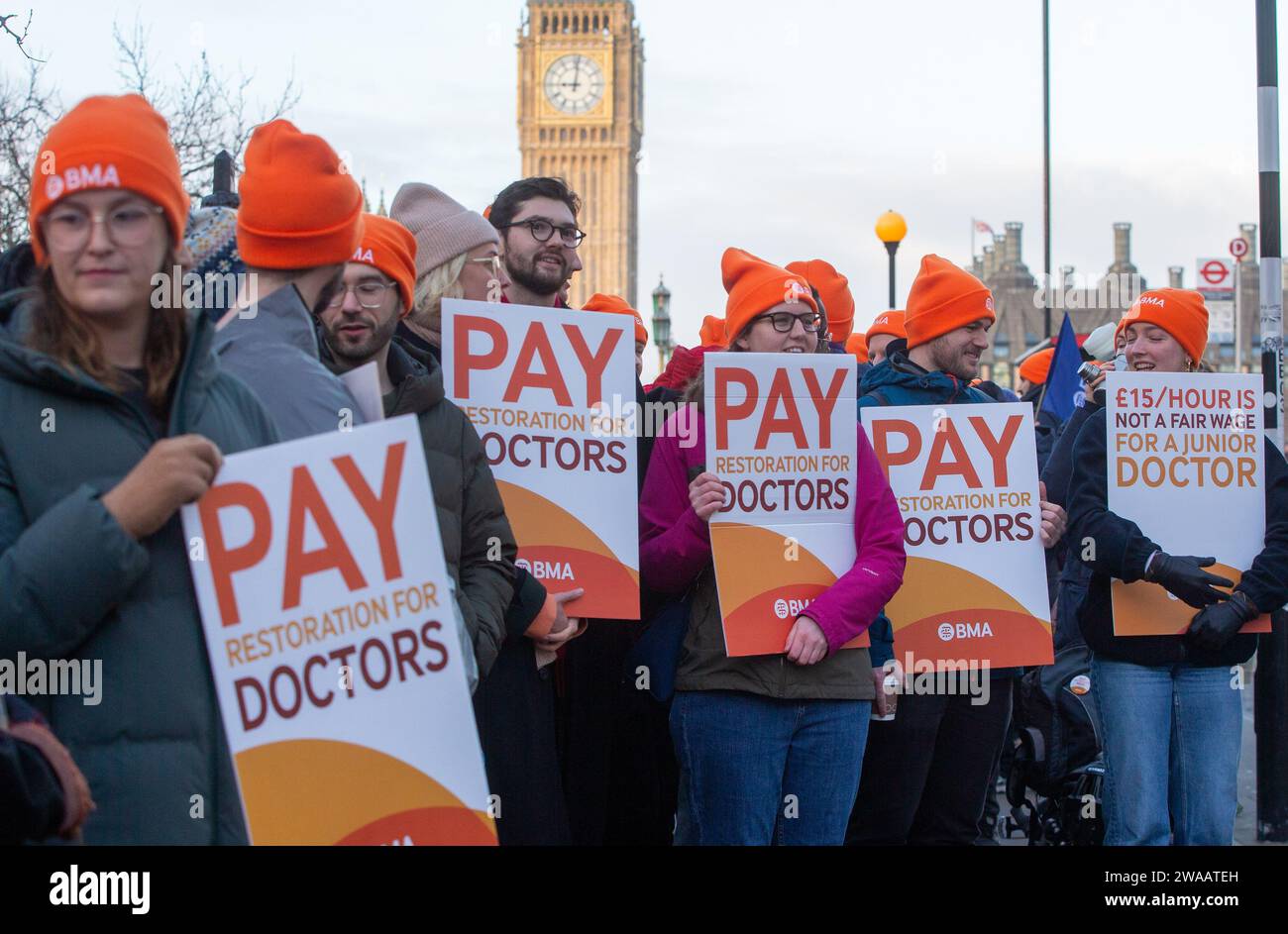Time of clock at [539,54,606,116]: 9:01
